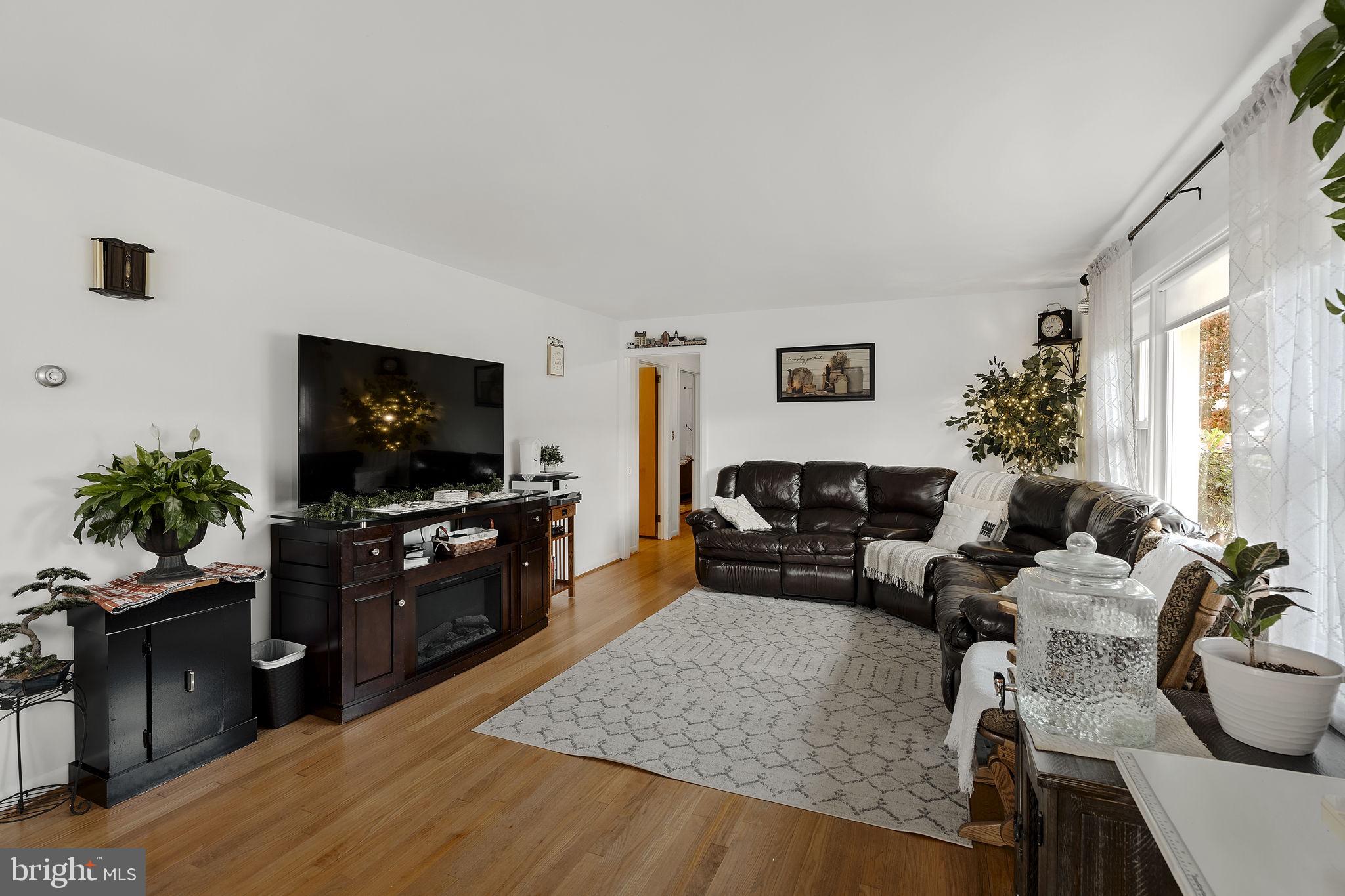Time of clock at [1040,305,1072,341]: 8:36
